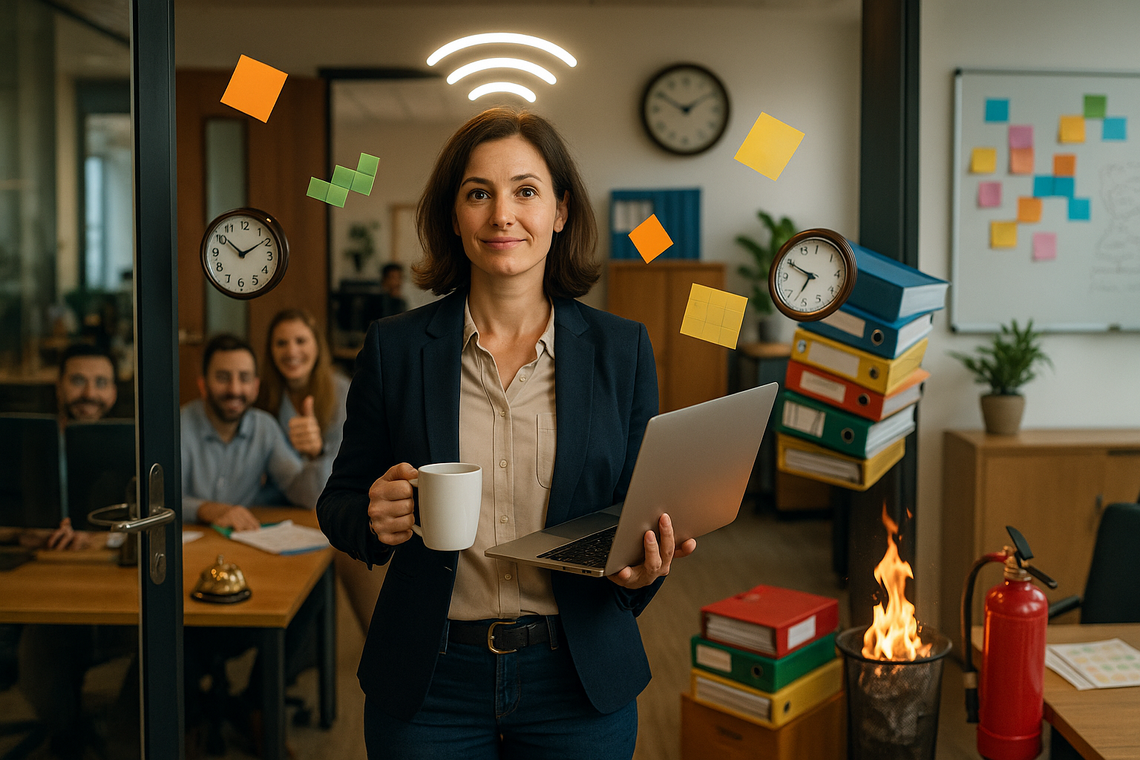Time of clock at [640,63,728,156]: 1:50
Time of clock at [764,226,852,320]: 6:49
